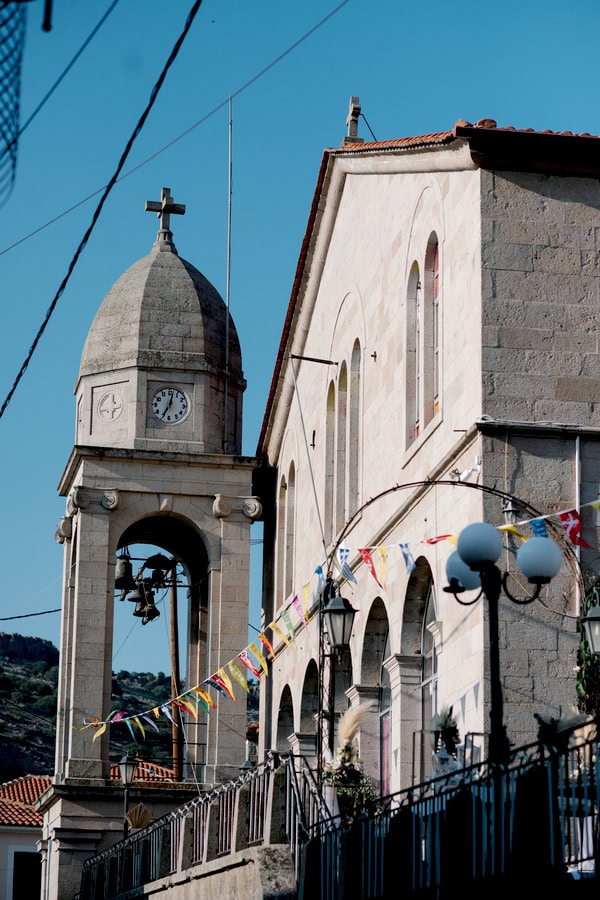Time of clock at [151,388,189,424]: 7:01
